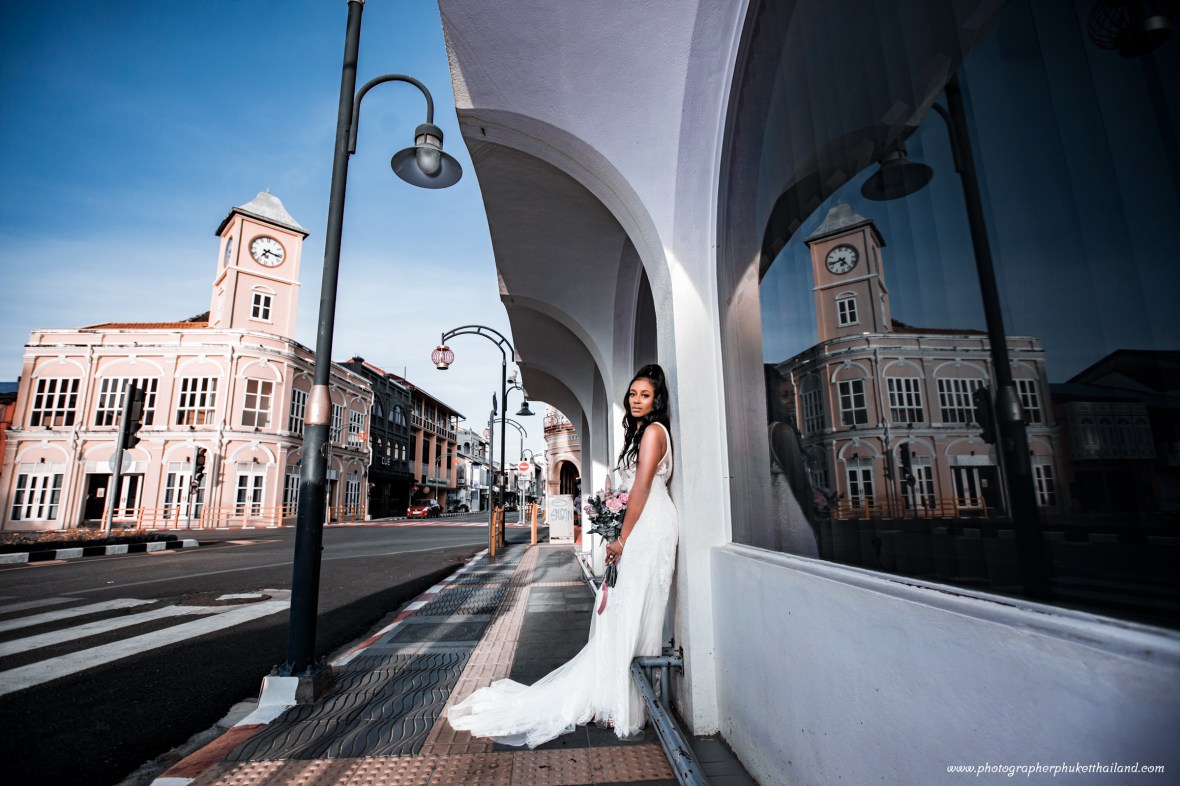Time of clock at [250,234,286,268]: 7:16
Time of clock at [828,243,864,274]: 4:42
